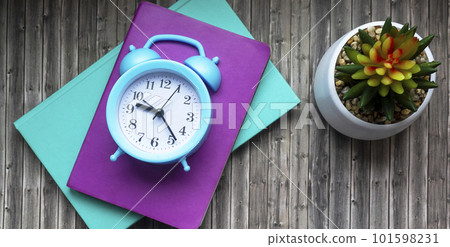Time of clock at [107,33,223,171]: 9:23
